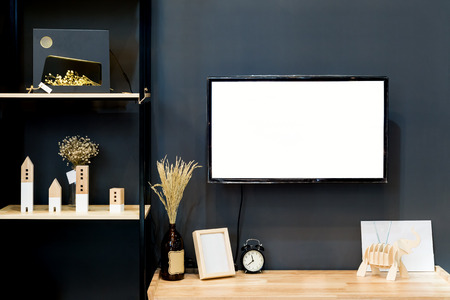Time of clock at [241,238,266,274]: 11:38
